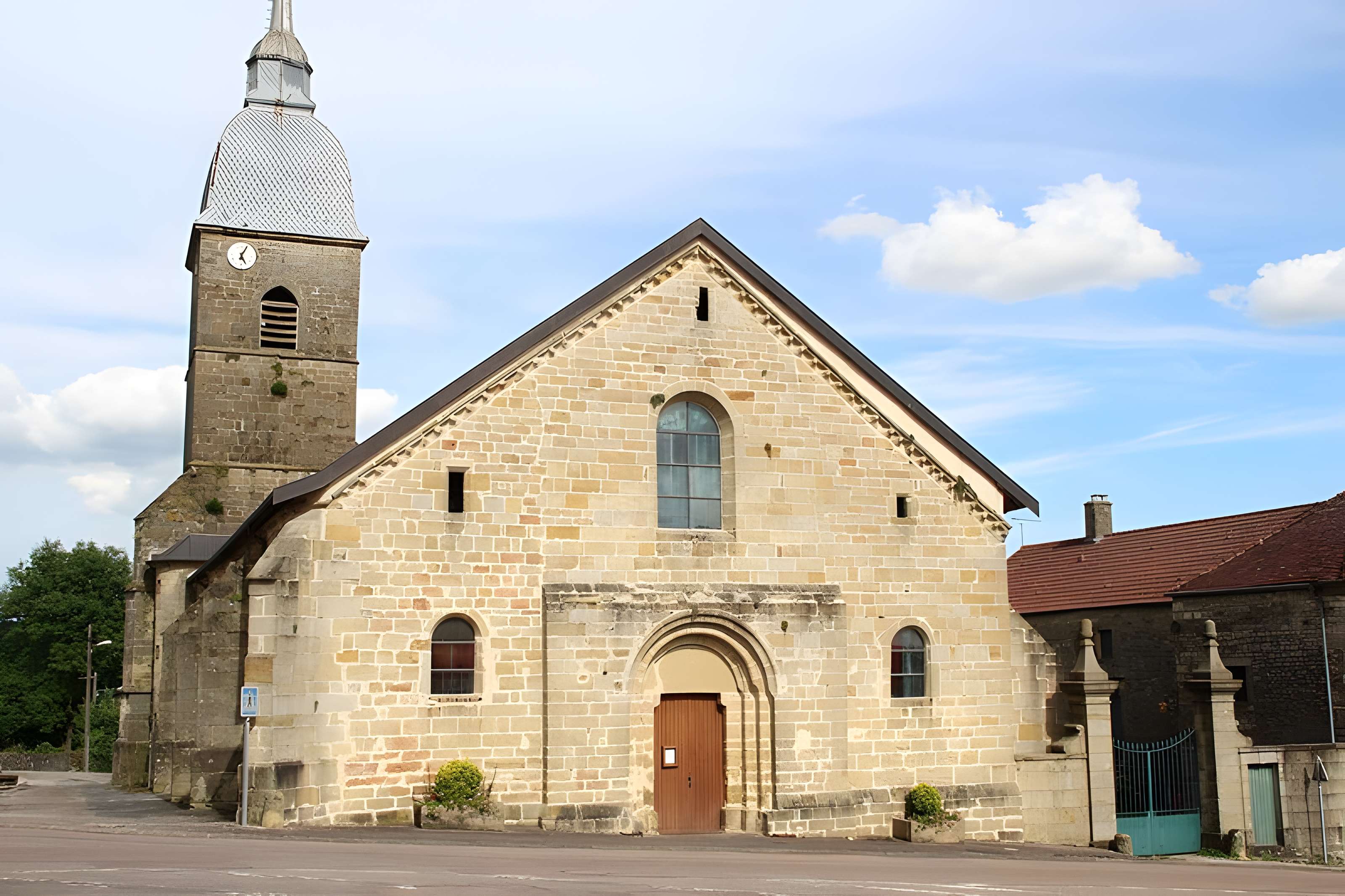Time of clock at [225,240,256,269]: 5:04
